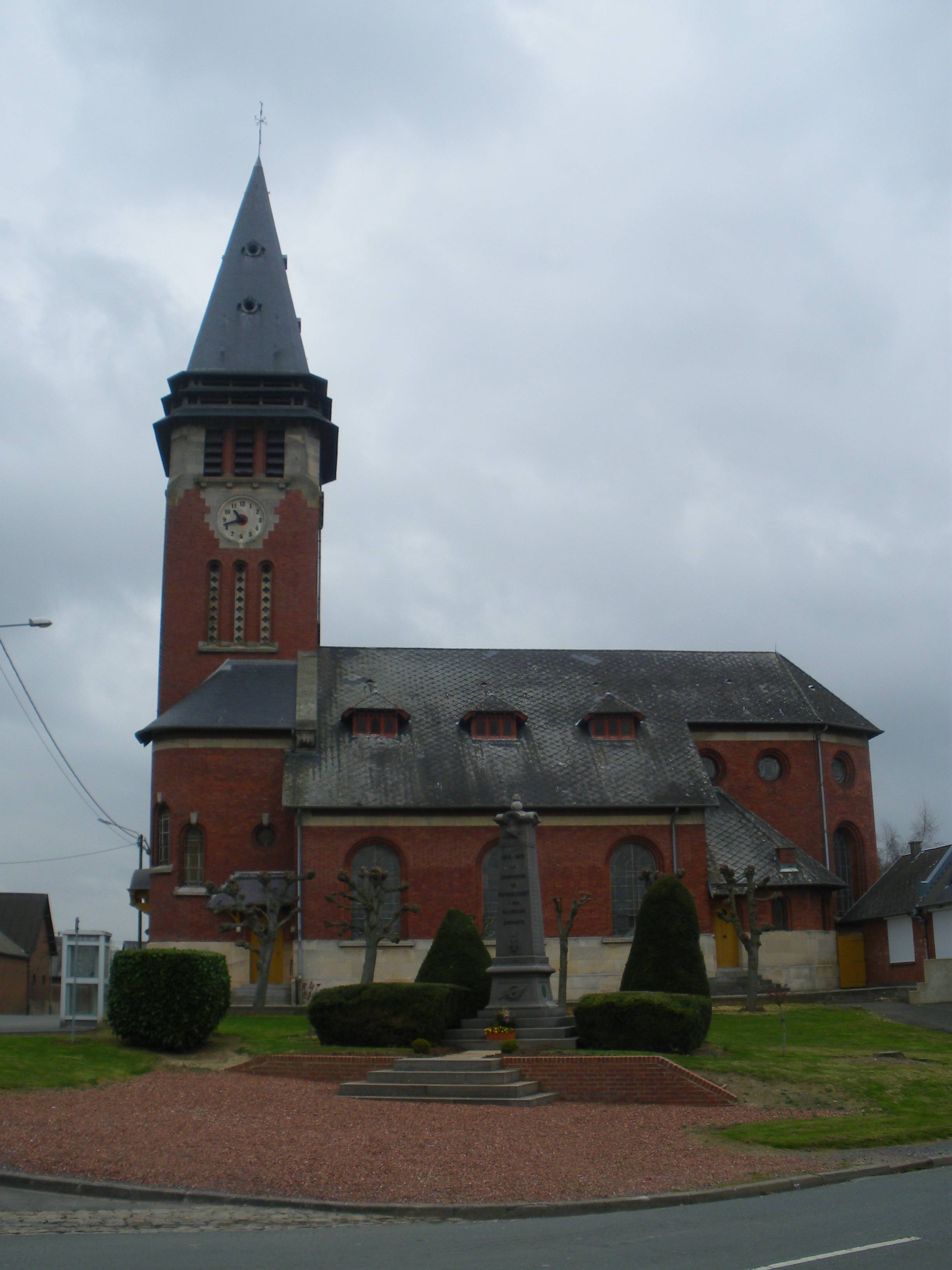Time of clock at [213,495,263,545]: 10:42
